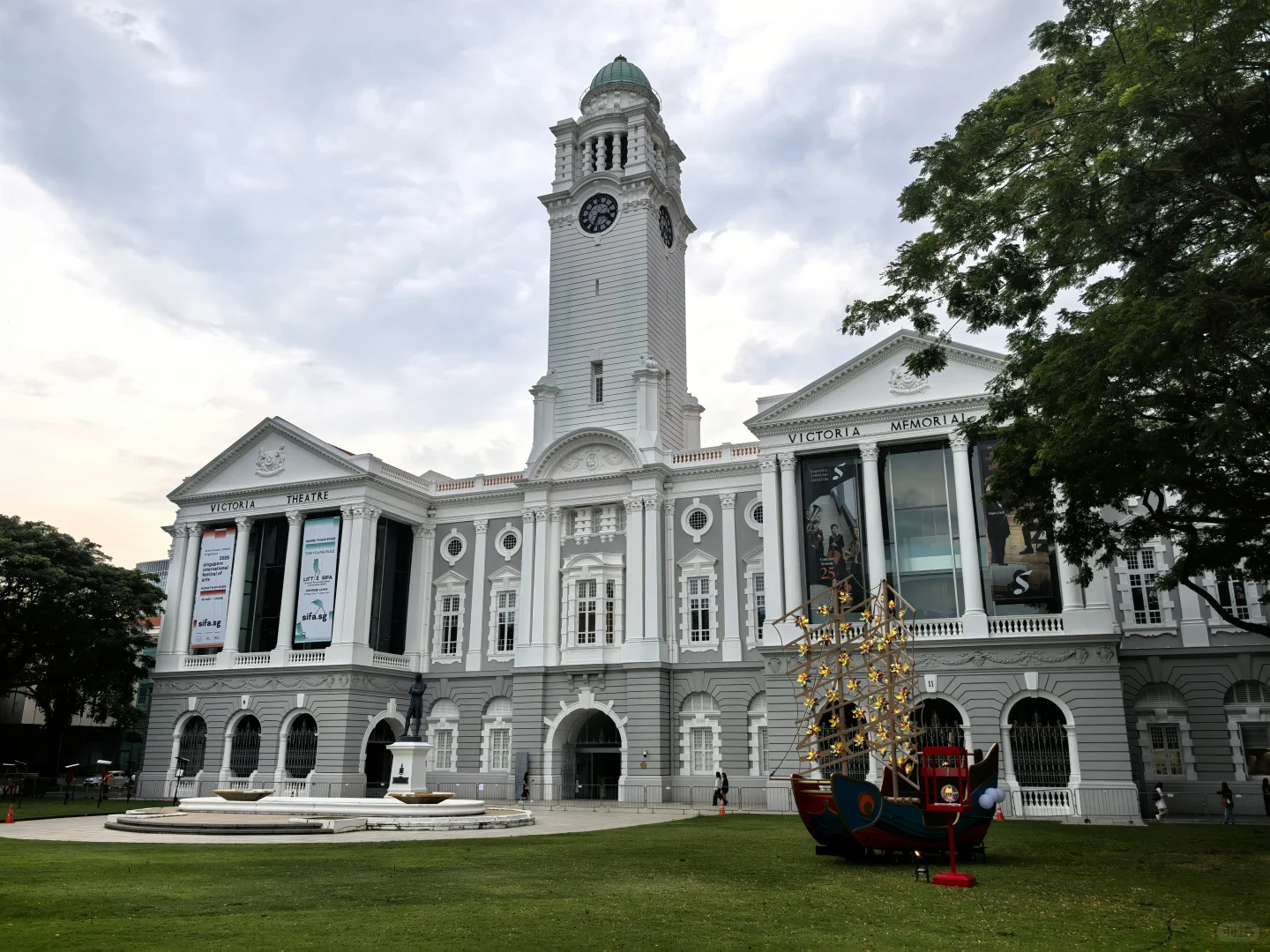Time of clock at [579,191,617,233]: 3:34
